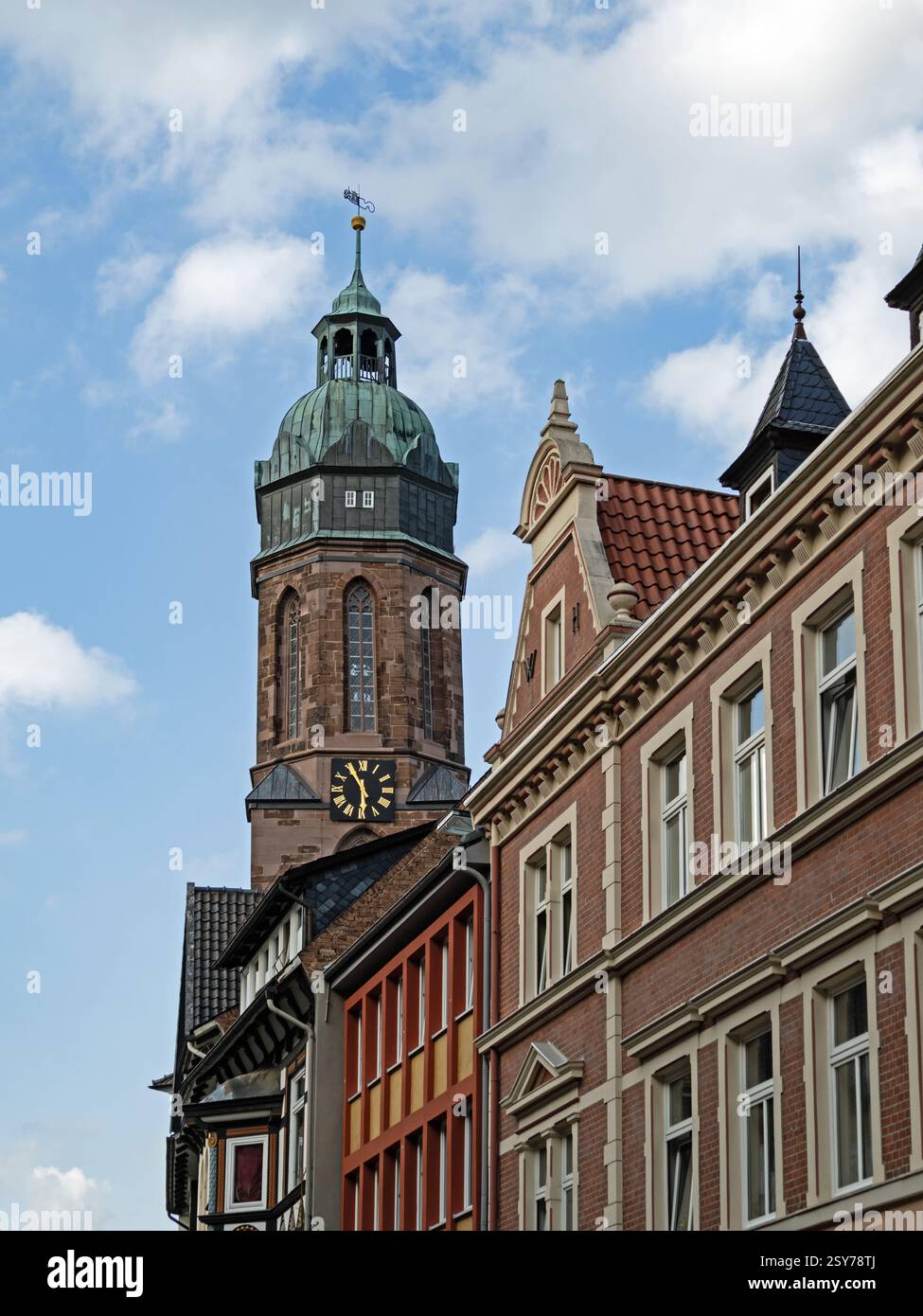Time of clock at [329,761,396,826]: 5:54
